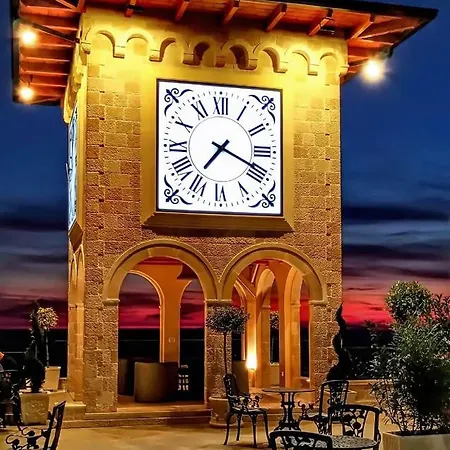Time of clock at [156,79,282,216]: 7:18
